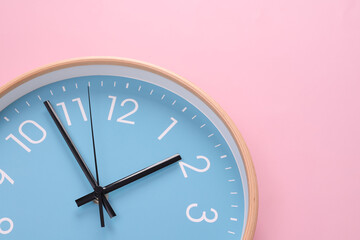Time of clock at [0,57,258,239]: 1:53
